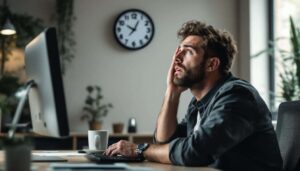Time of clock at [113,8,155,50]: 12:49
